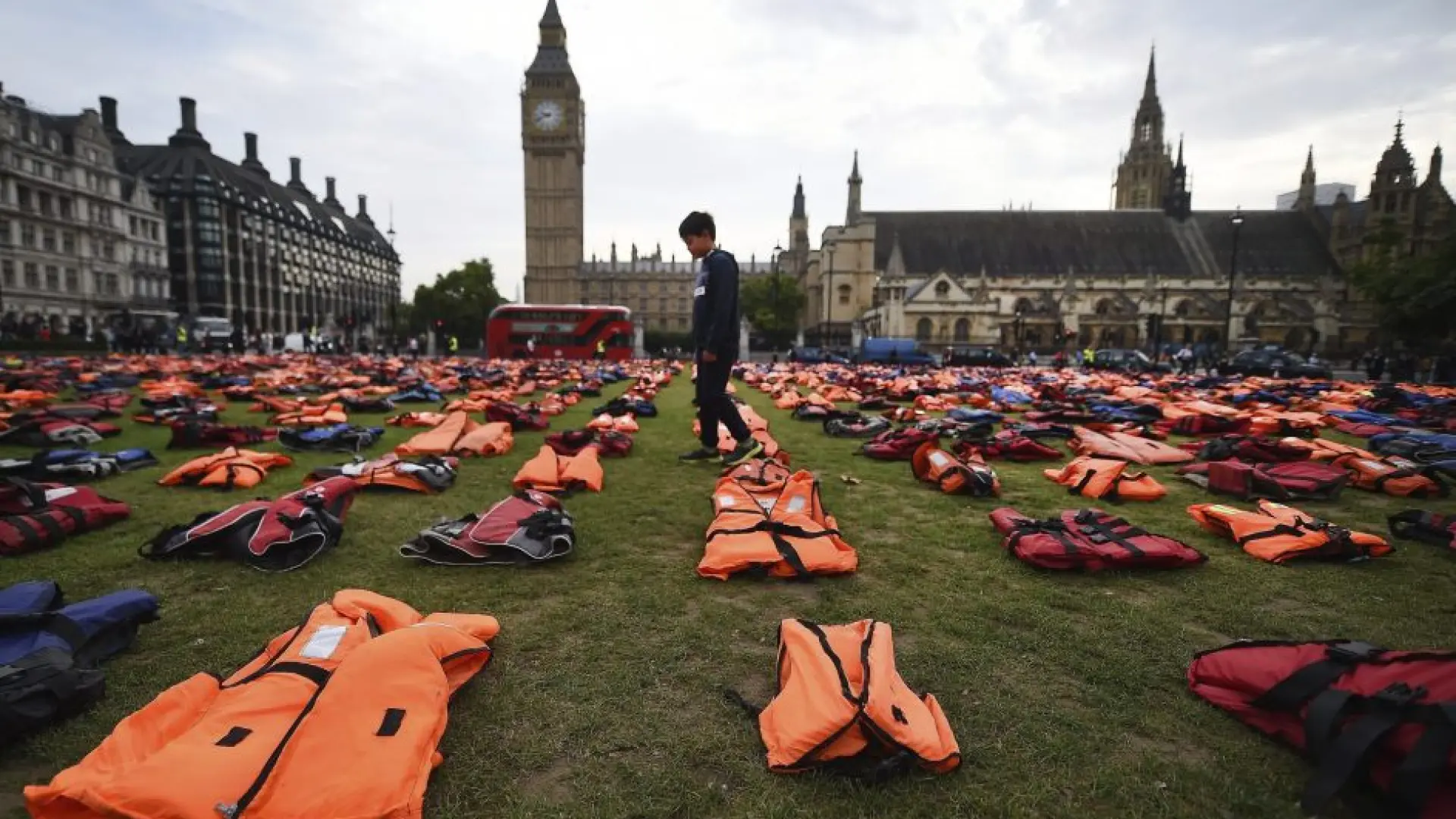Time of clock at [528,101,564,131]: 9:41
